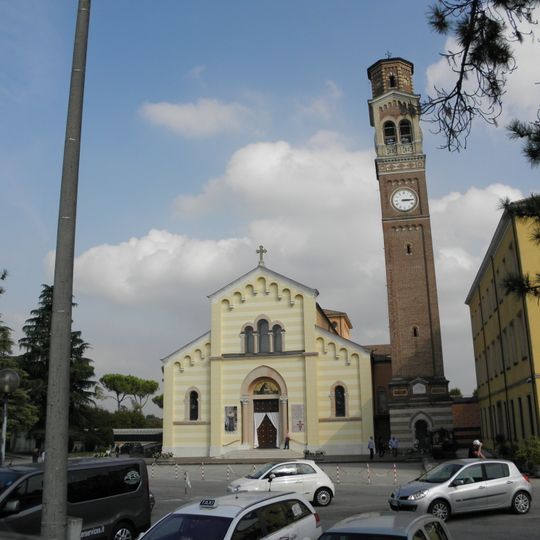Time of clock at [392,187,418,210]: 3:14
